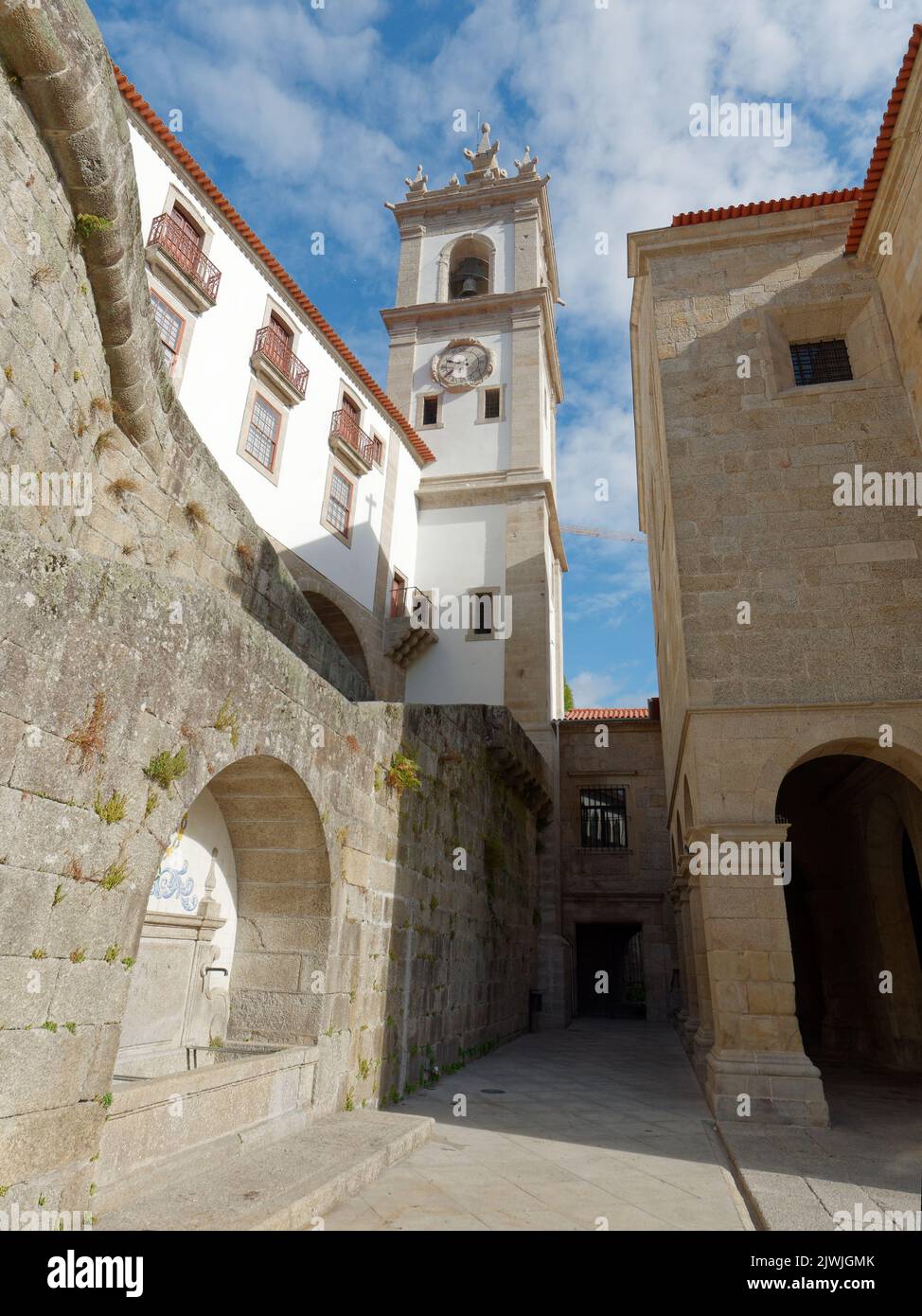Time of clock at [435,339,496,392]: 9:38
